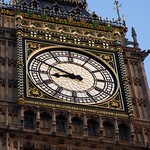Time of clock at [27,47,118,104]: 8:49
